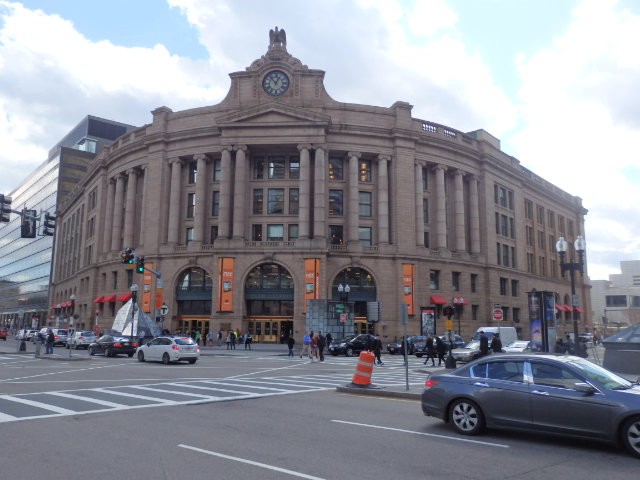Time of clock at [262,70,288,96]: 12:53
